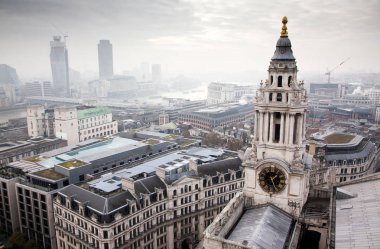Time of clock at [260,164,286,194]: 1:26
